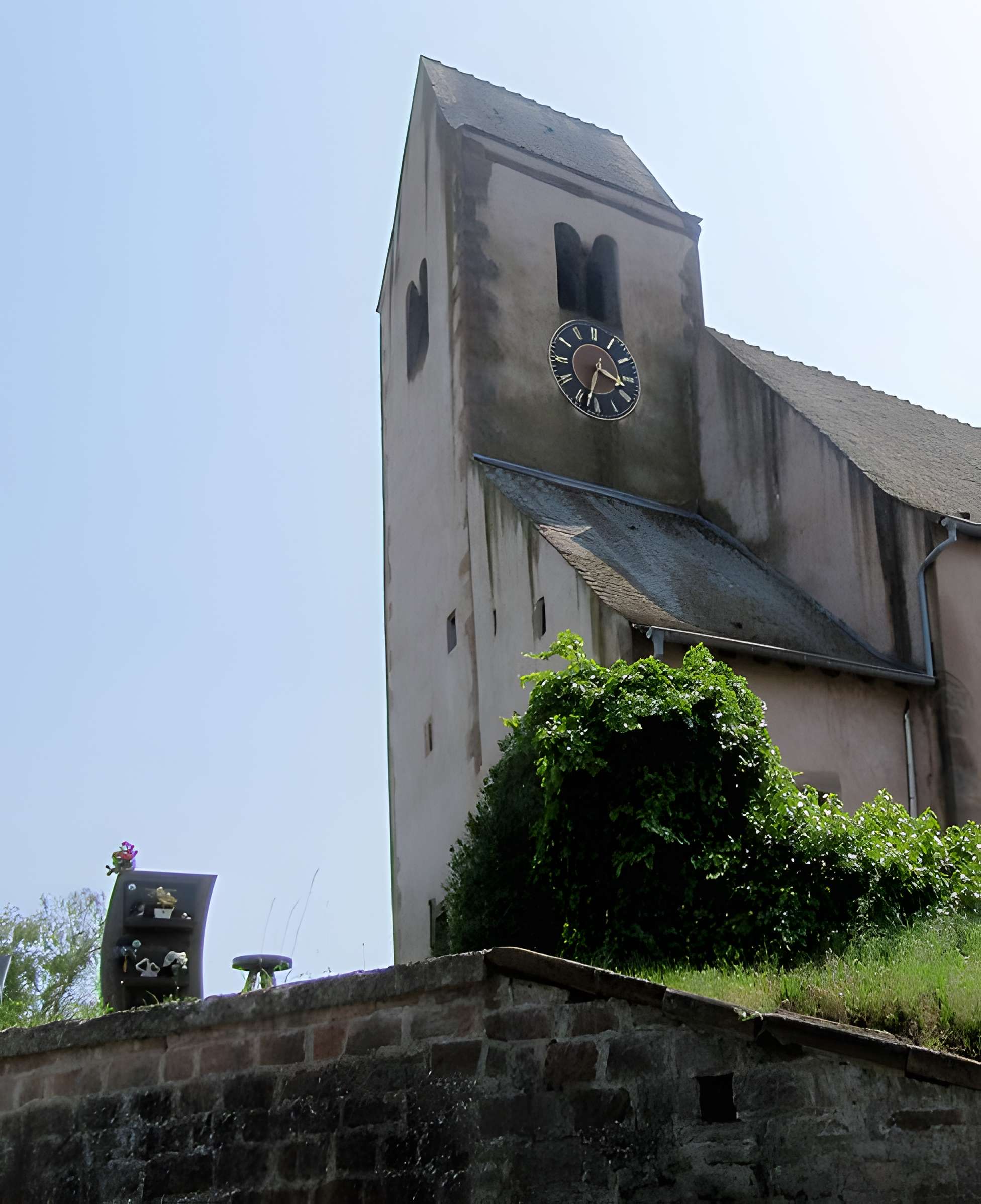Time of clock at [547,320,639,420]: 3:32
